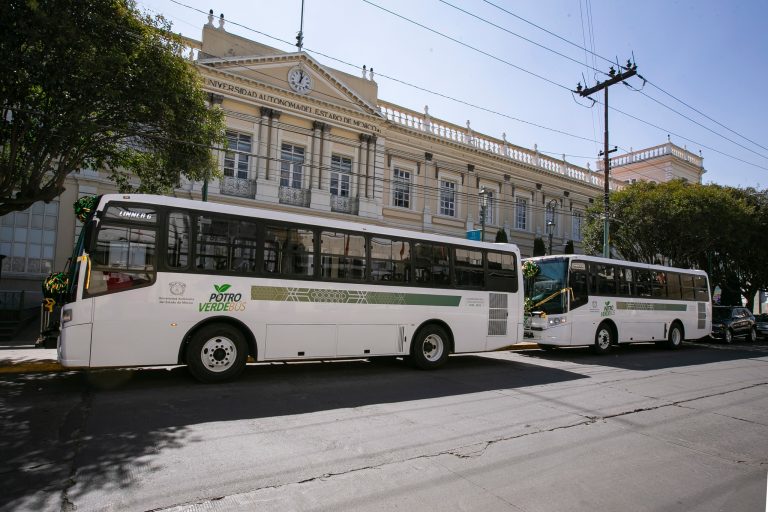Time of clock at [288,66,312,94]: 1:01
